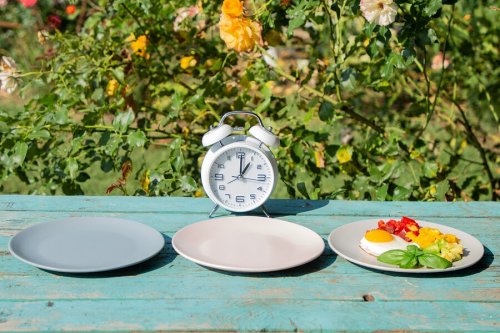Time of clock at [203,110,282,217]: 1:00
